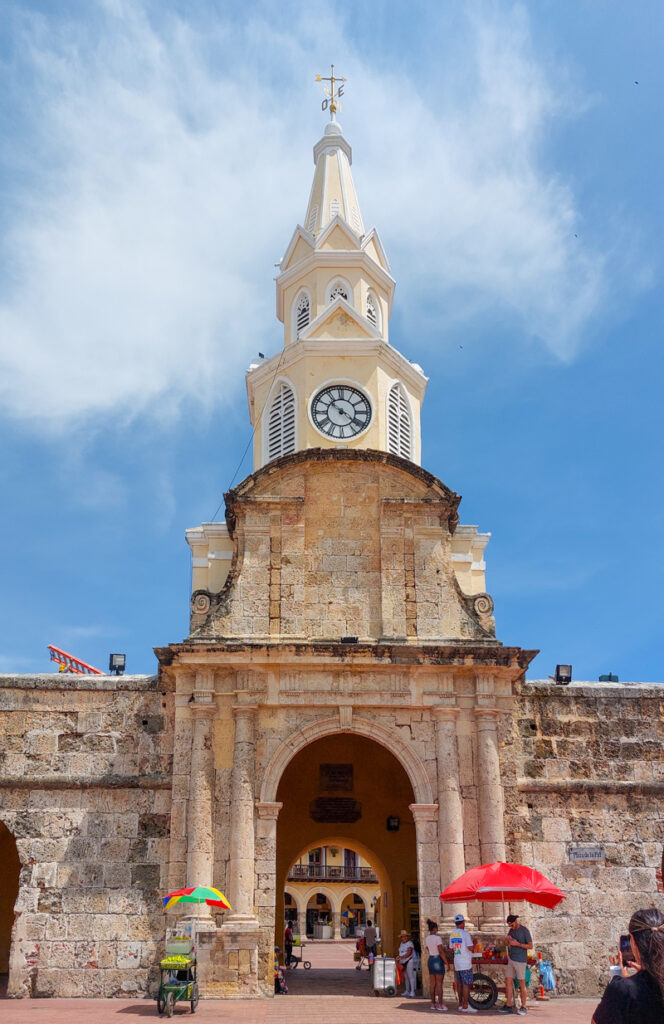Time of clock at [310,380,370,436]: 10:22
